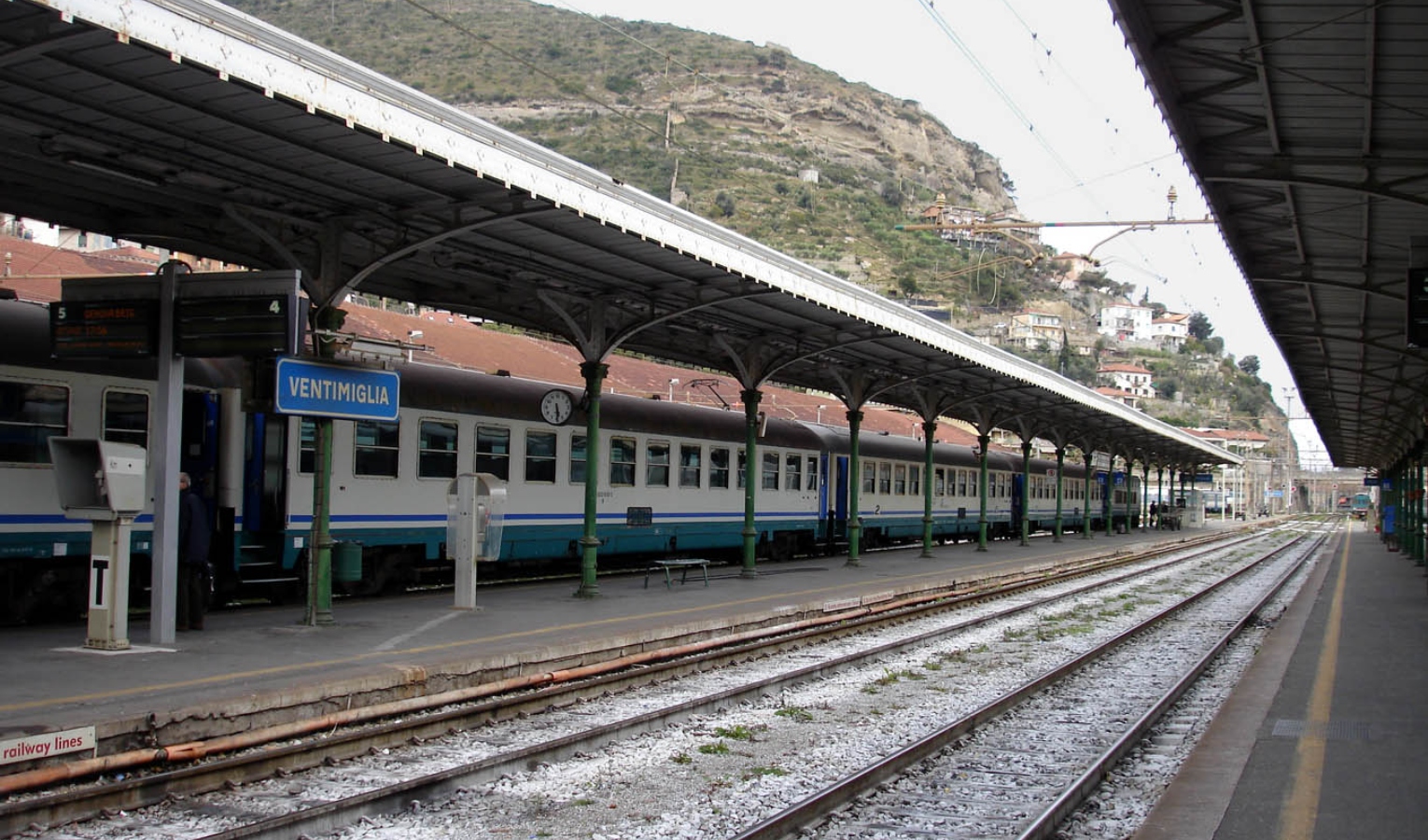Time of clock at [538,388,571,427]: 5:29
